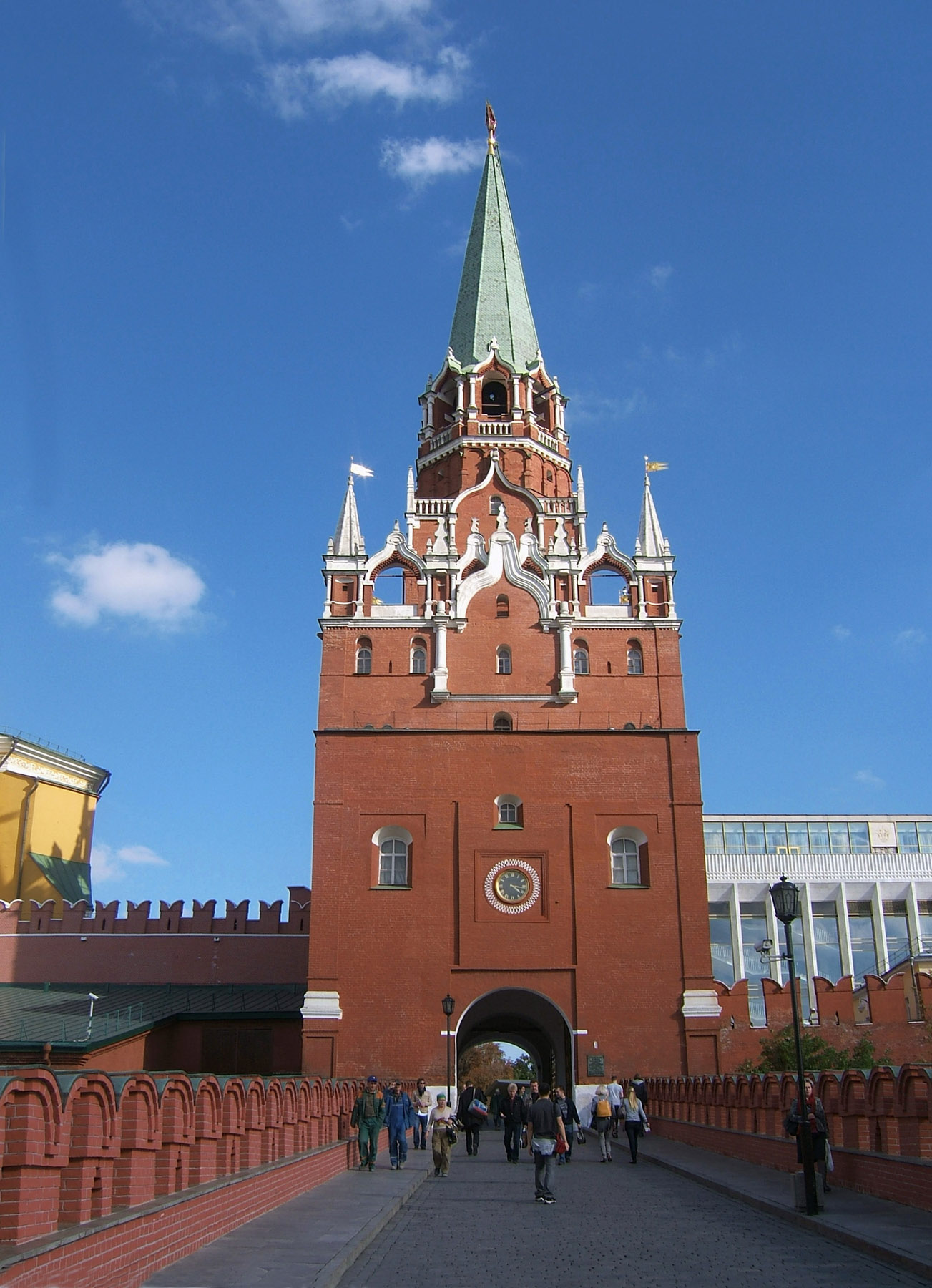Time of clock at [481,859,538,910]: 4:16
